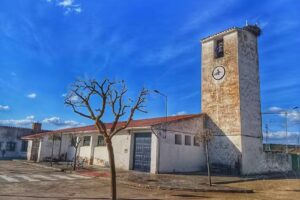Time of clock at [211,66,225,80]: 11:42
